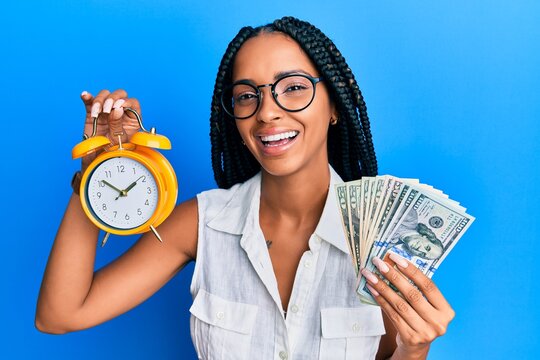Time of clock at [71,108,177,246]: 1:51
